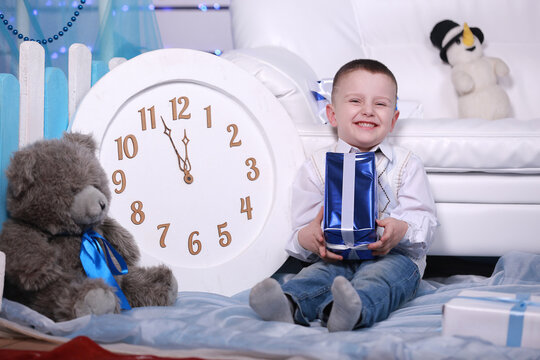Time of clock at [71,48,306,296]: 11:56
